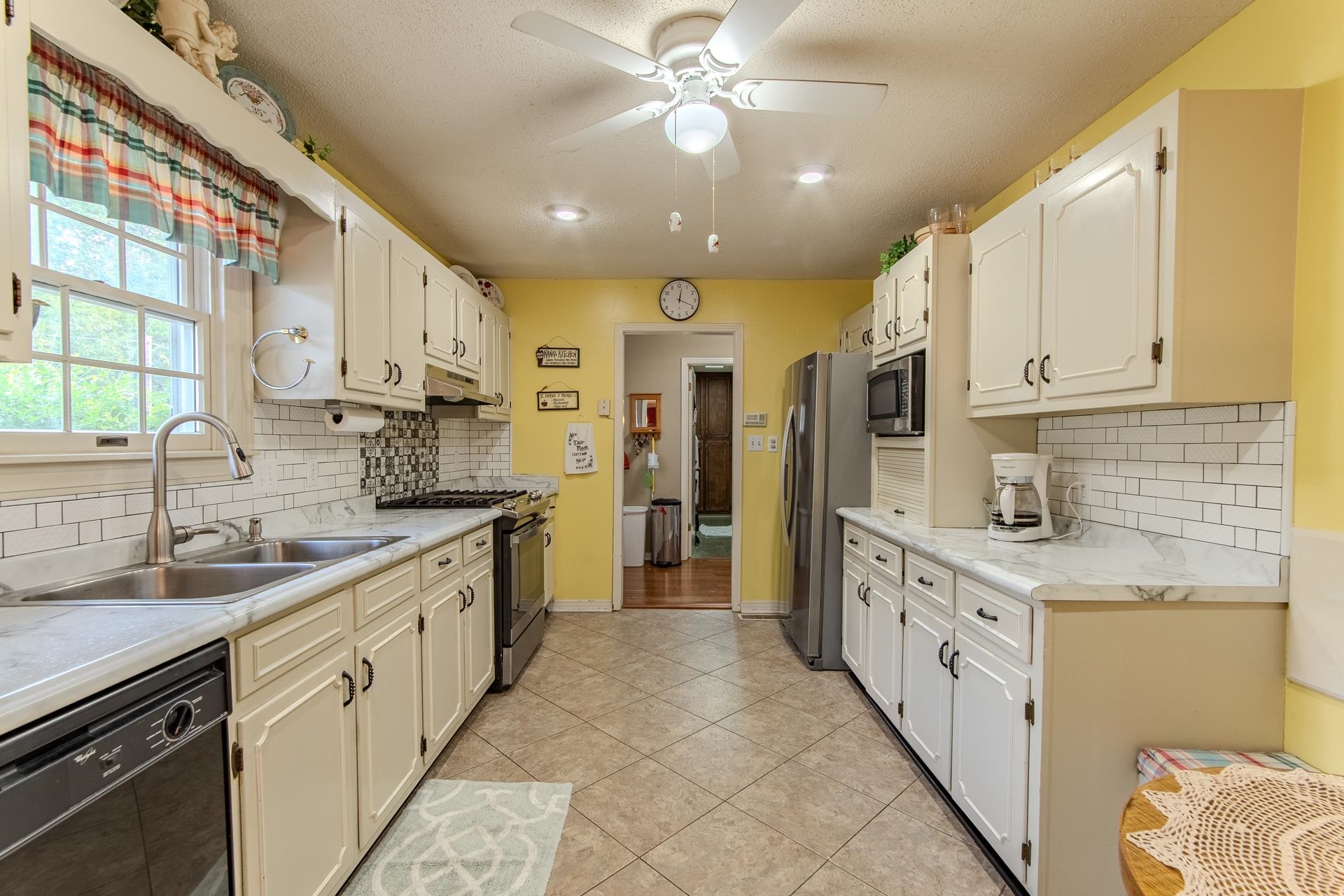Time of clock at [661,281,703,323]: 12:18
